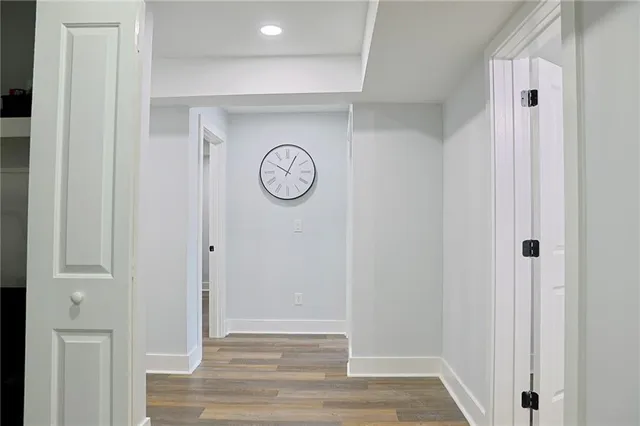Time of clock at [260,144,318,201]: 10:04
